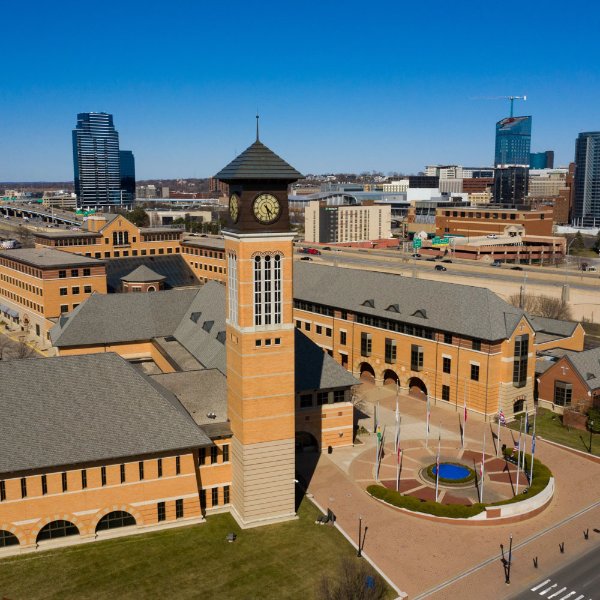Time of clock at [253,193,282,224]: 4:27
